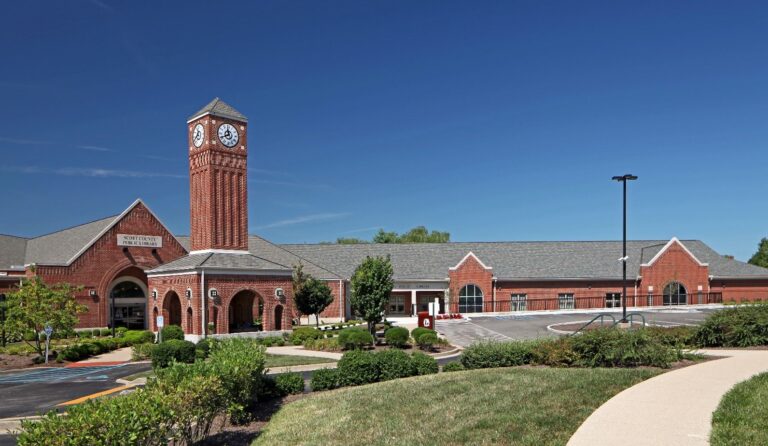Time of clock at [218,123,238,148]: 11:40
